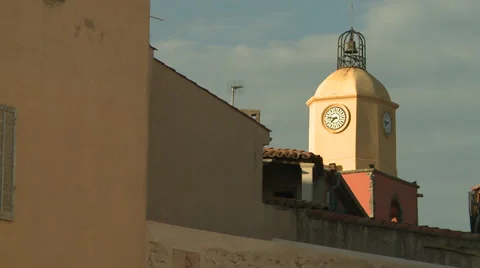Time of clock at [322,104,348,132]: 7:46
